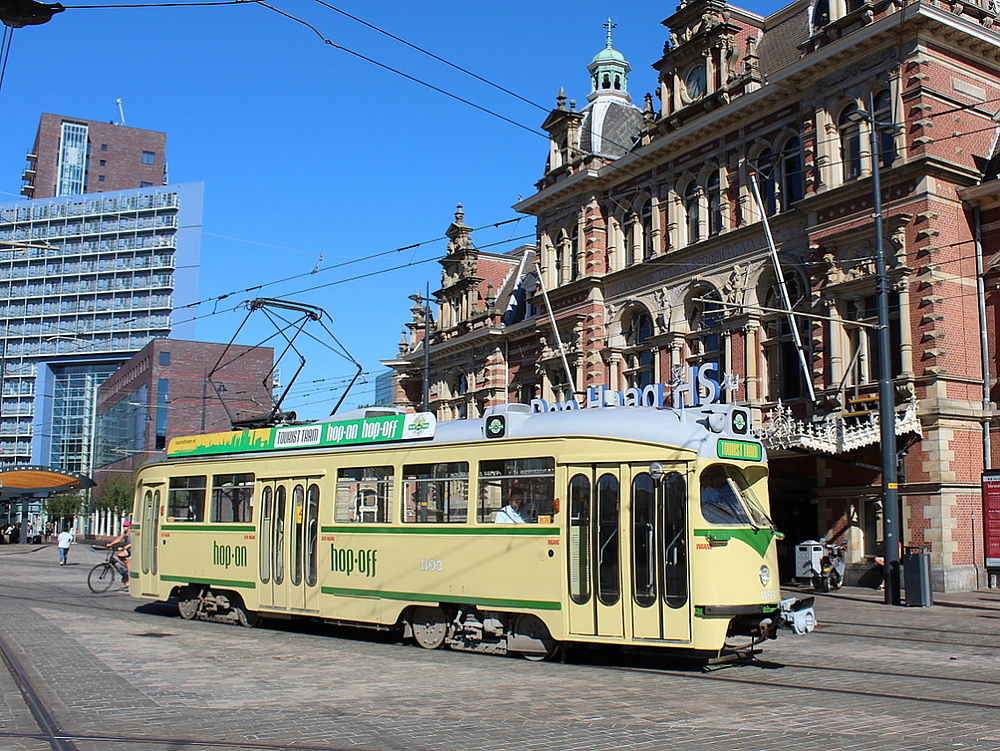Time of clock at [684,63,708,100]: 5:35
